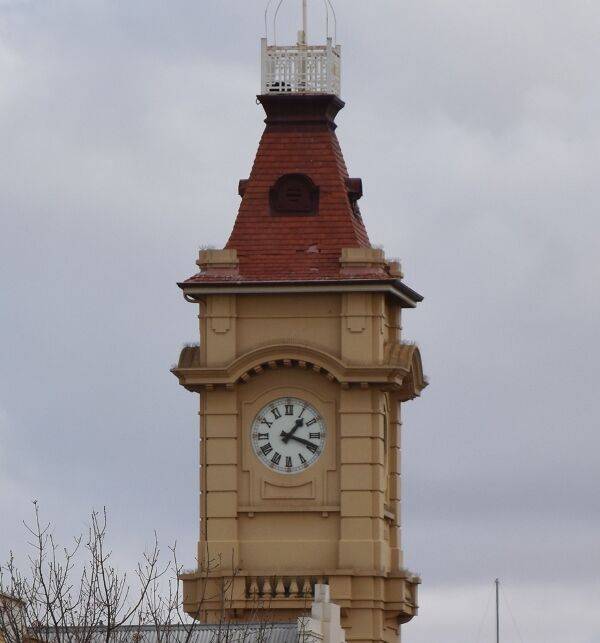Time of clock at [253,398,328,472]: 1:18
